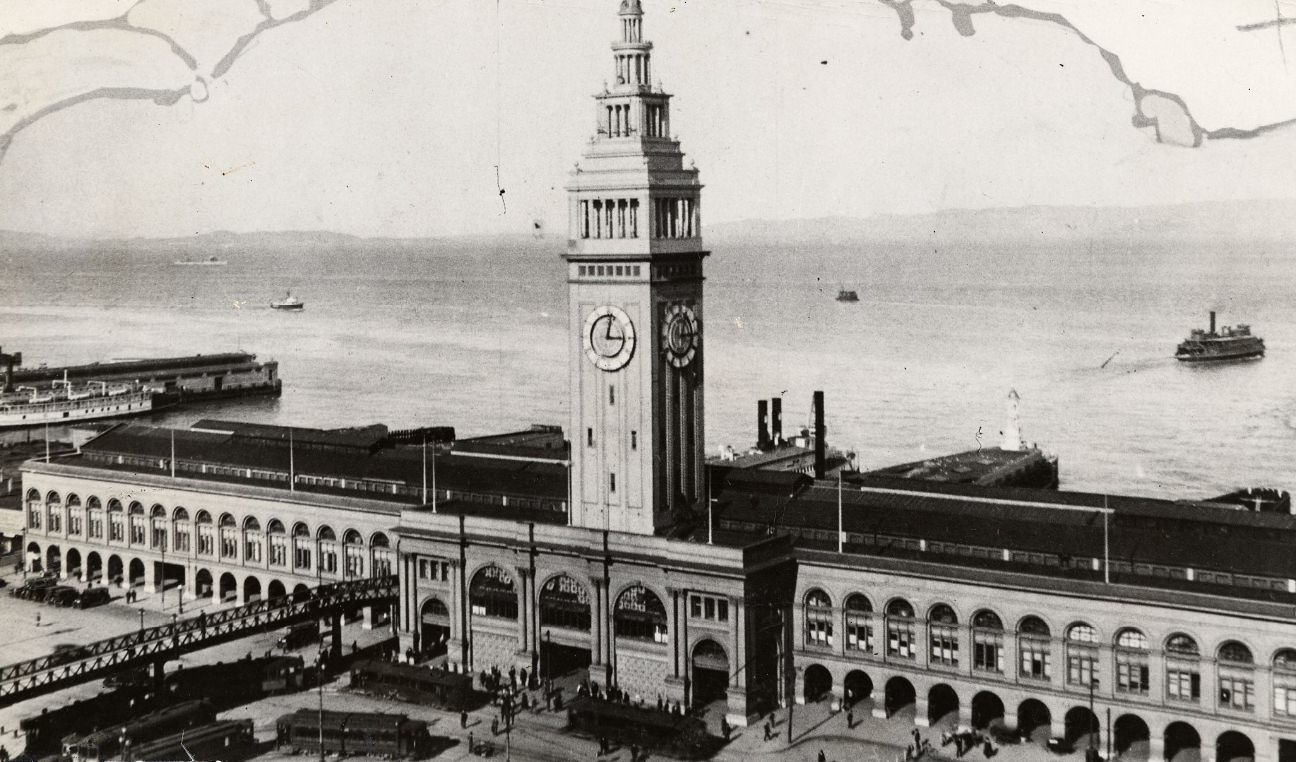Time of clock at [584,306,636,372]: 3:02
